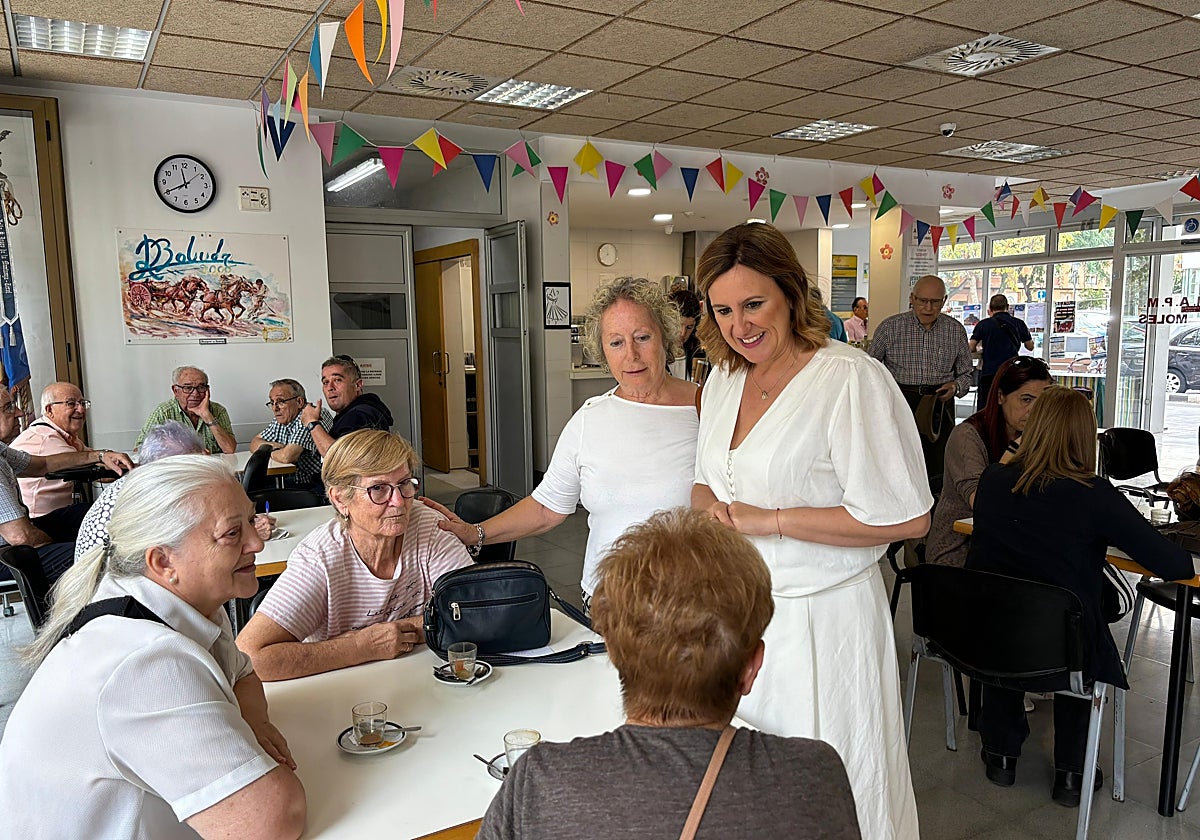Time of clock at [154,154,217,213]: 11:40
